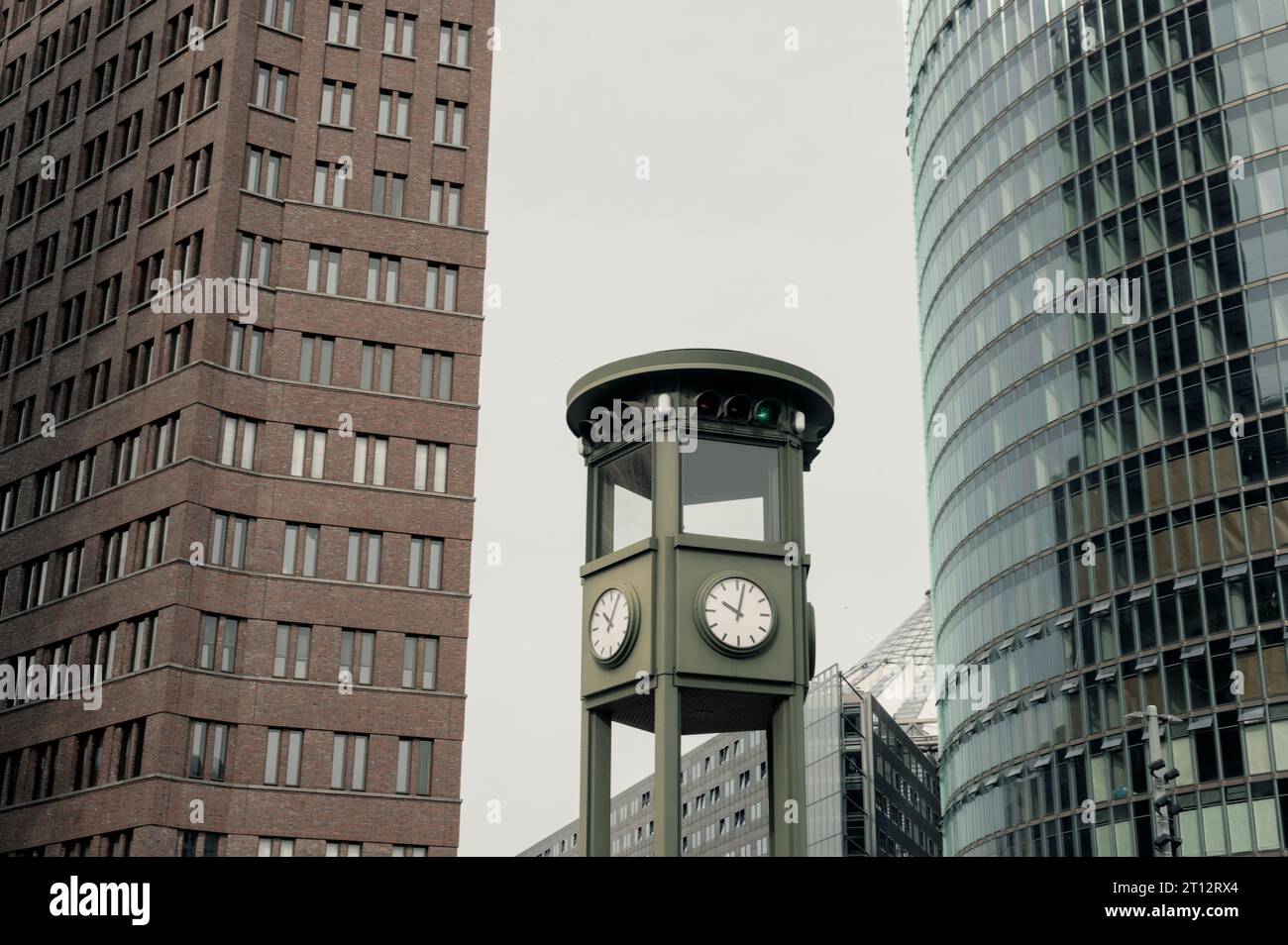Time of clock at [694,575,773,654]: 10:02
